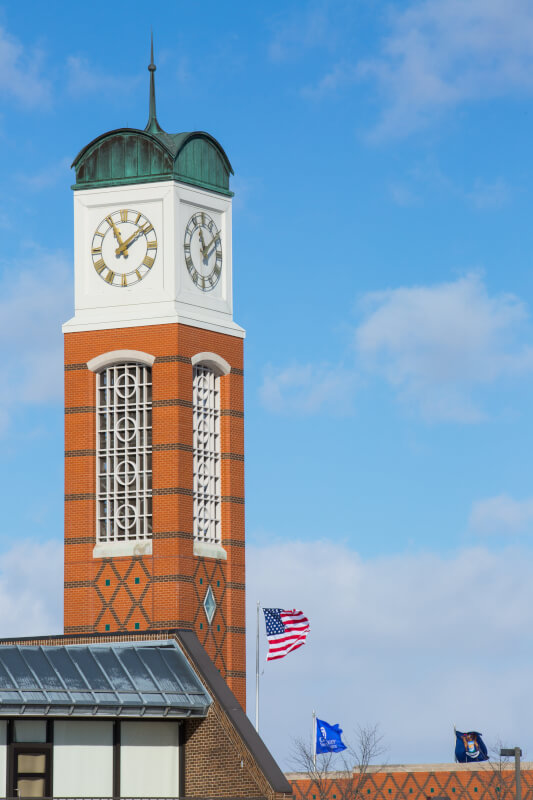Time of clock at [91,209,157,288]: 11:08
